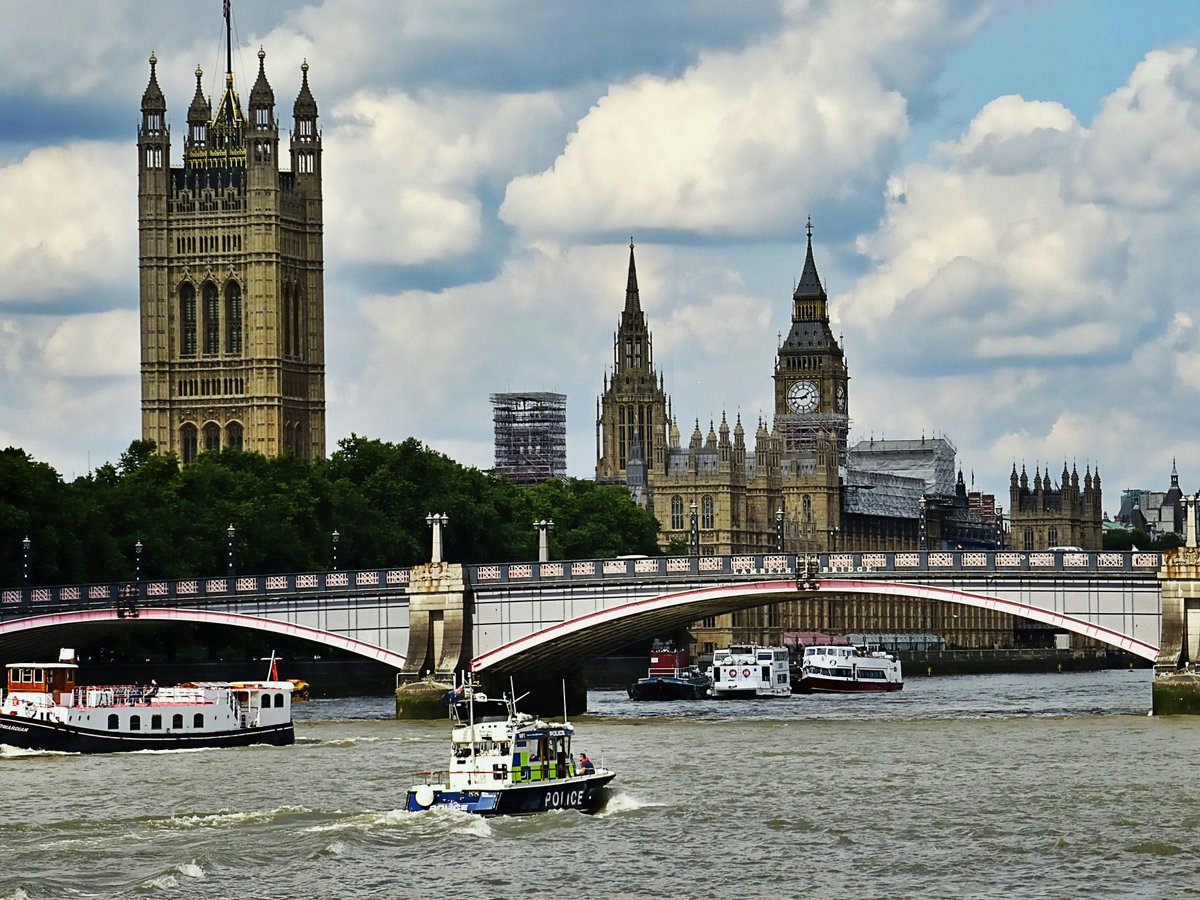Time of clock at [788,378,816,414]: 1:44
